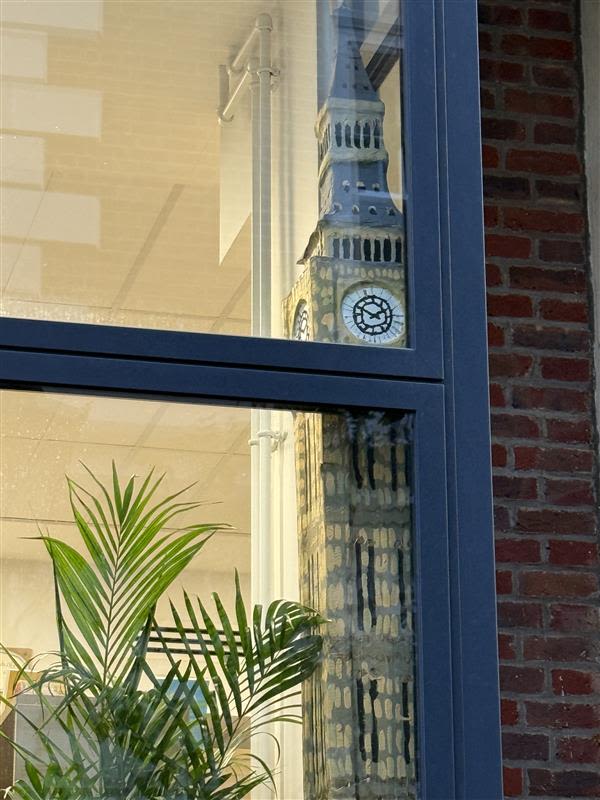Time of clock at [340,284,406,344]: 1:49
